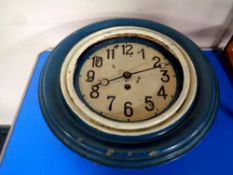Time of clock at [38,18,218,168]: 8:11
